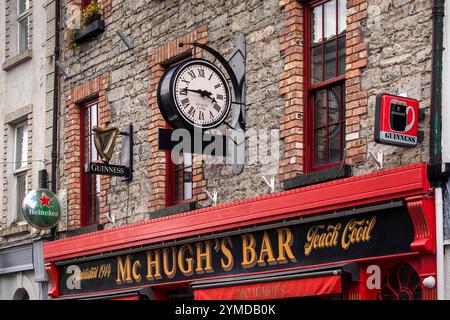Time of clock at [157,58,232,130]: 3:45
